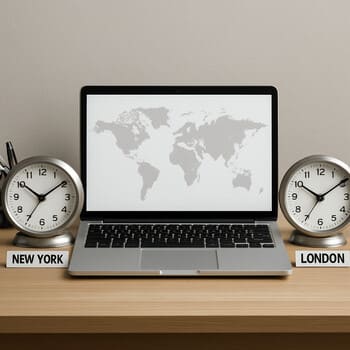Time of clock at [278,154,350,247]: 10:09
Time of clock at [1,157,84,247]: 10:09
